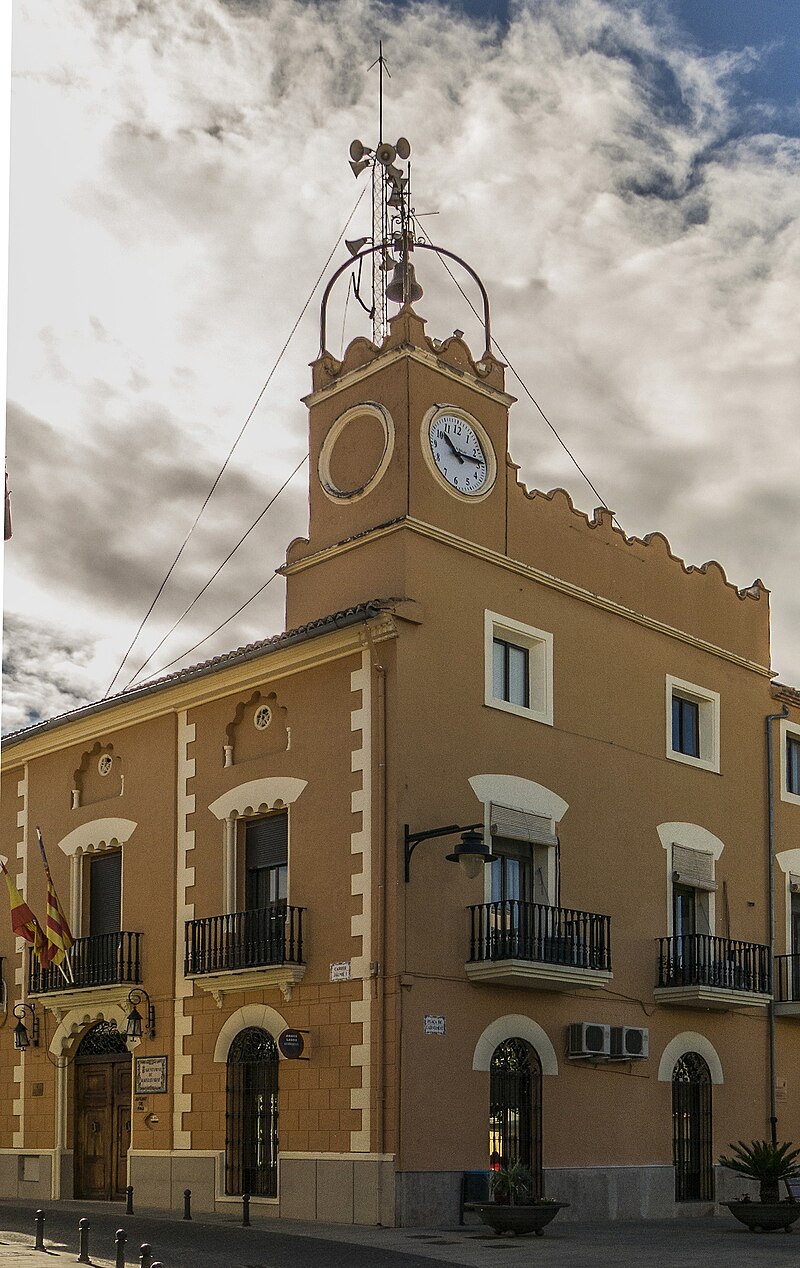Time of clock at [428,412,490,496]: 10:13
